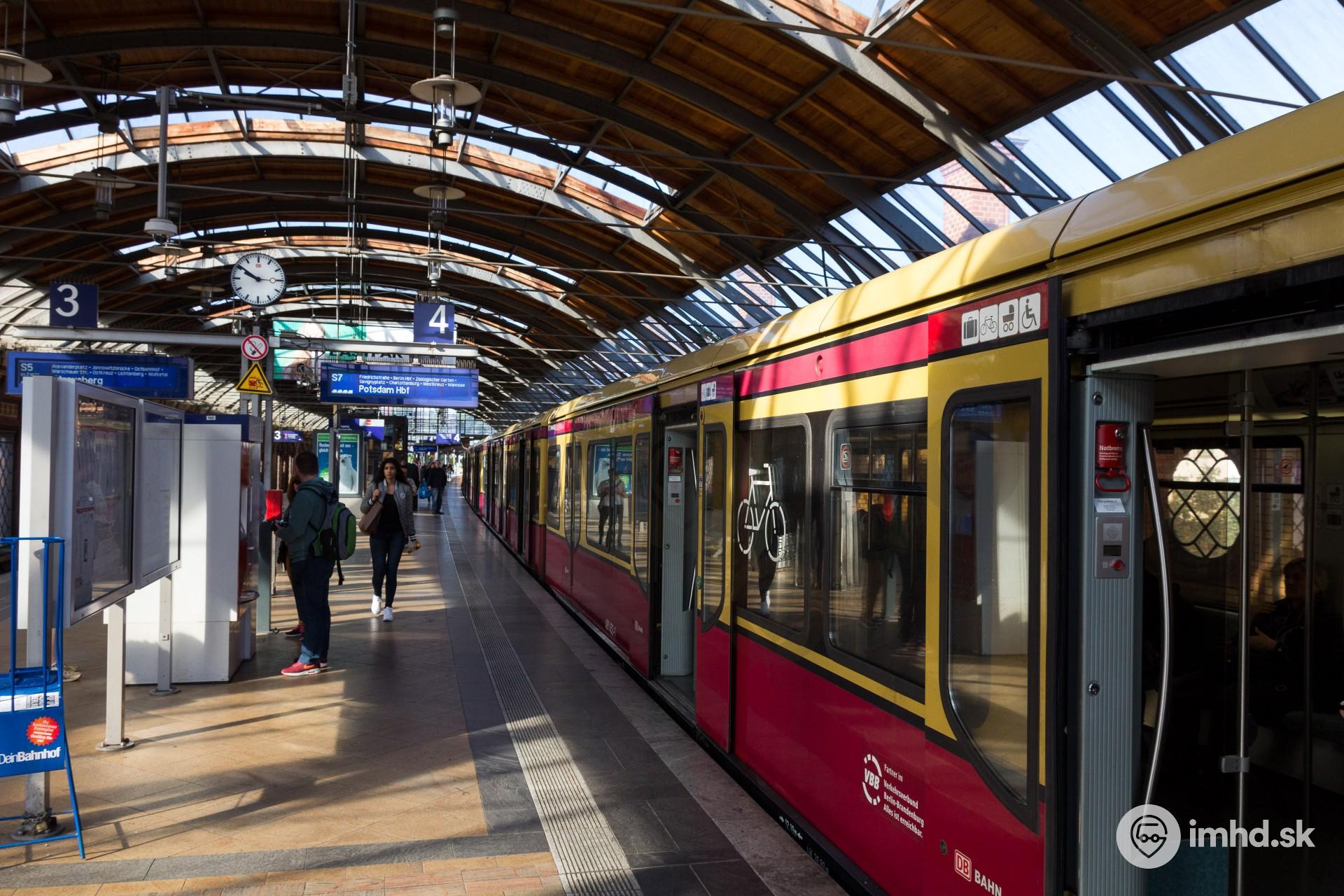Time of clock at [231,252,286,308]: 9:50
